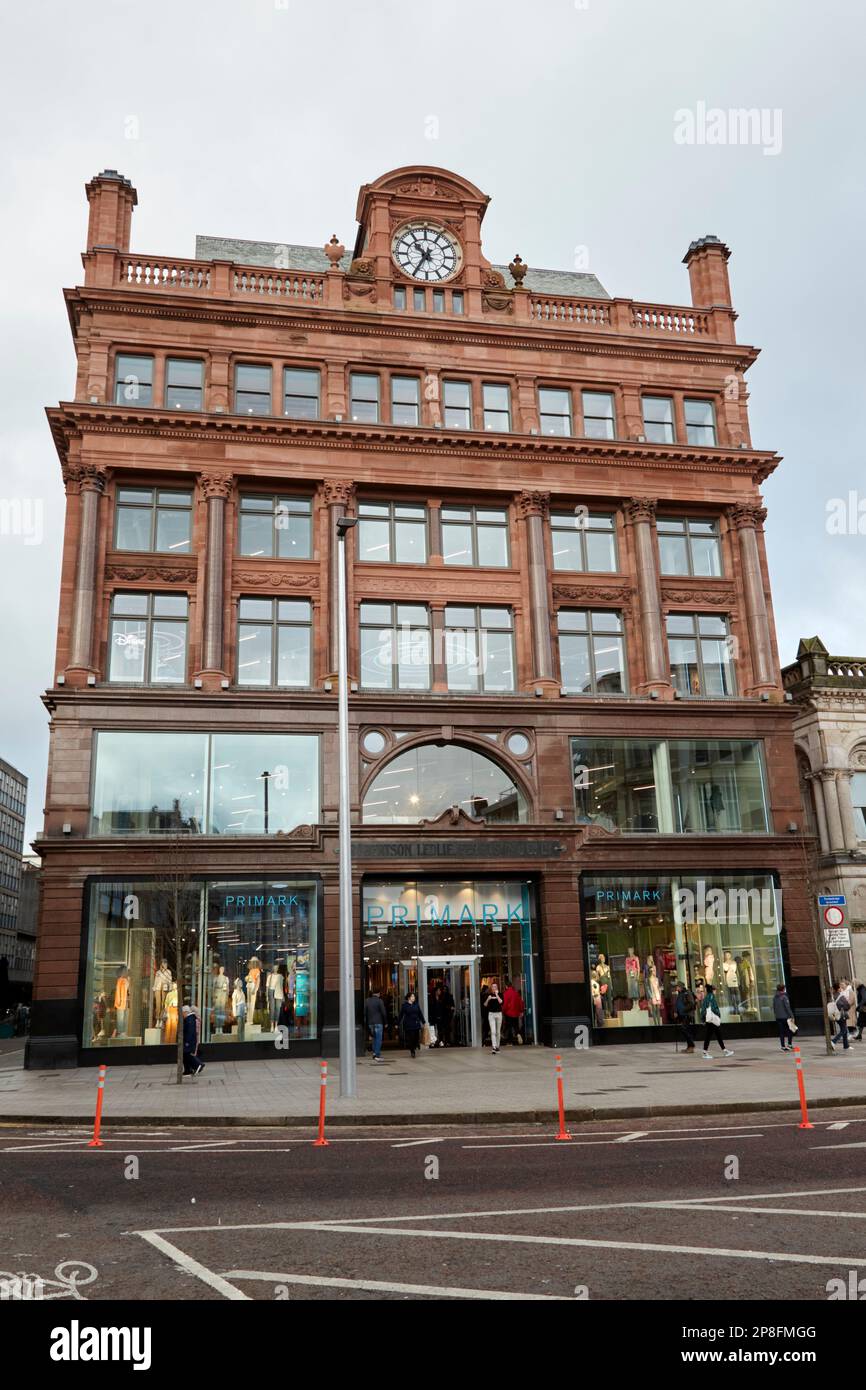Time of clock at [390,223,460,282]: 10:34
